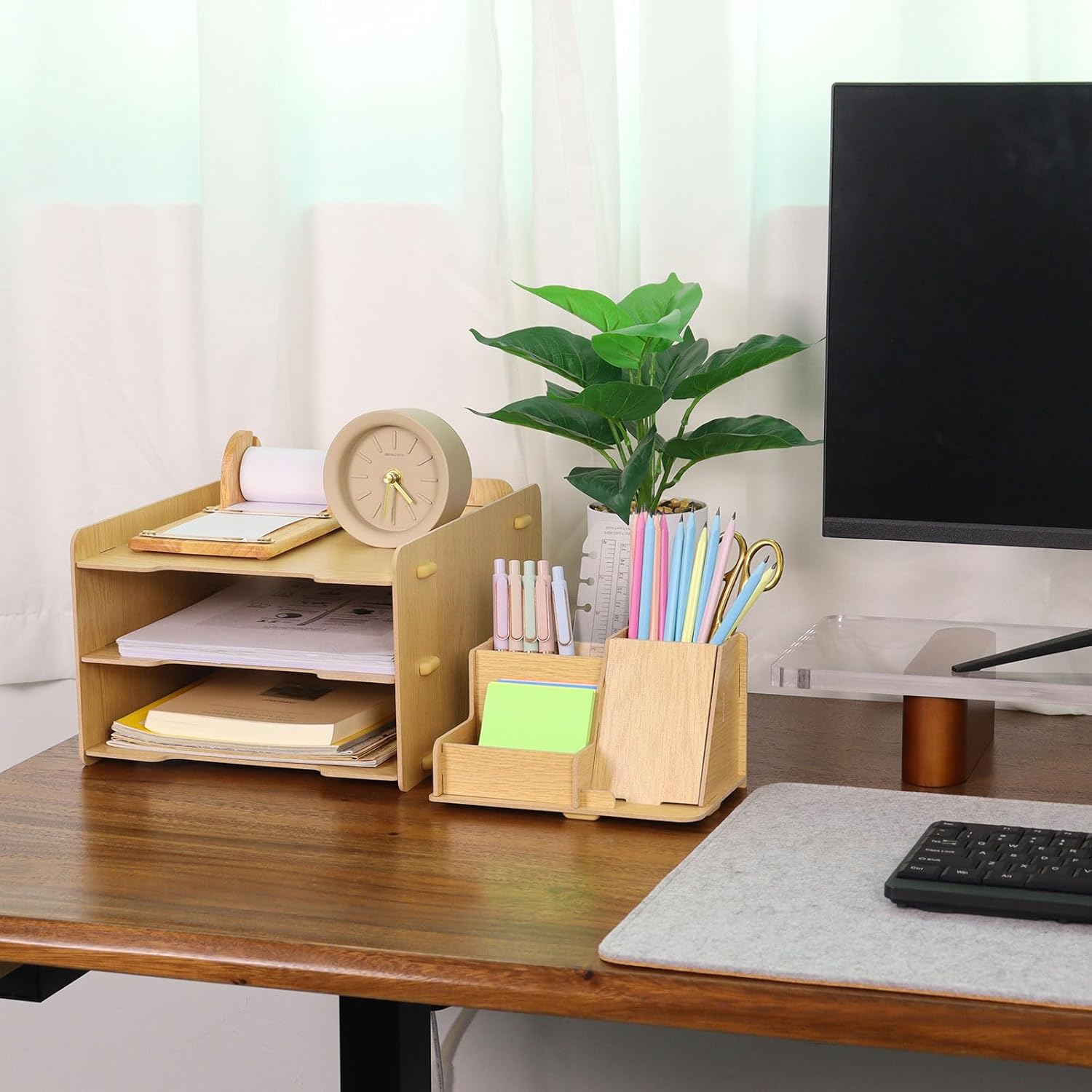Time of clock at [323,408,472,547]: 4:30
